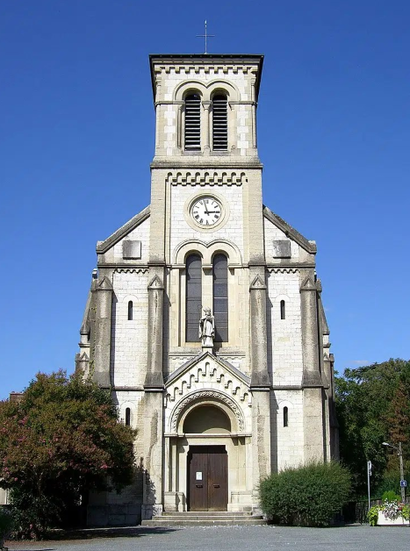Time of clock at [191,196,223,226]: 2:57
